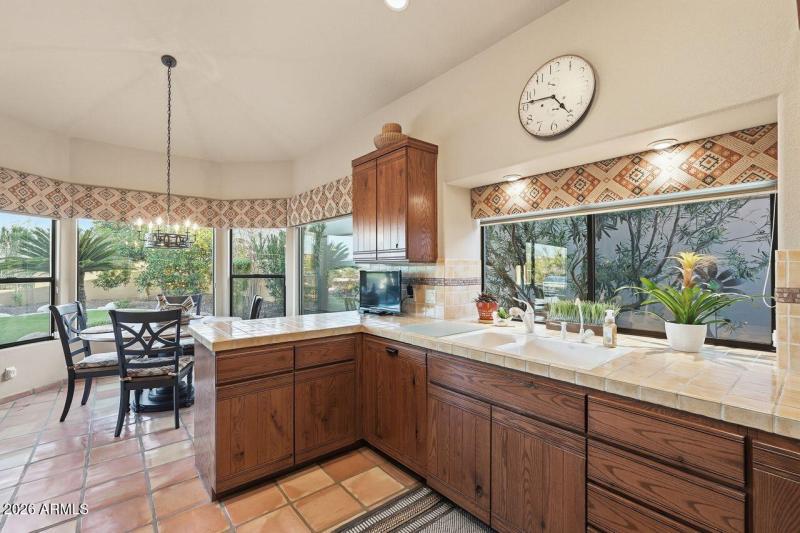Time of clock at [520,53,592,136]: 4:46
